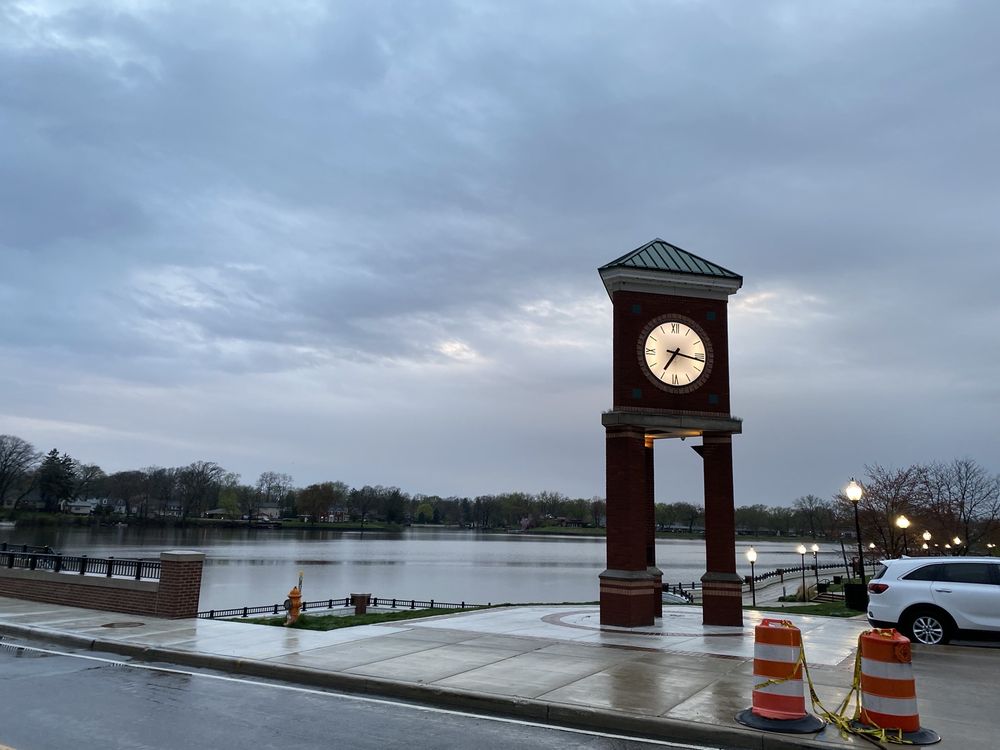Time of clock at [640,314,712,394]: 7:16
